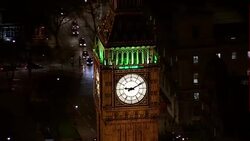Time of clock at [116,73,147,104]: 9:10
